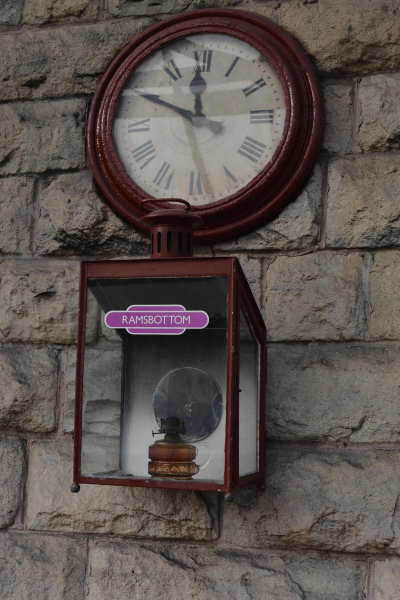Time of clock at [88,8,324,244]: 11:49
